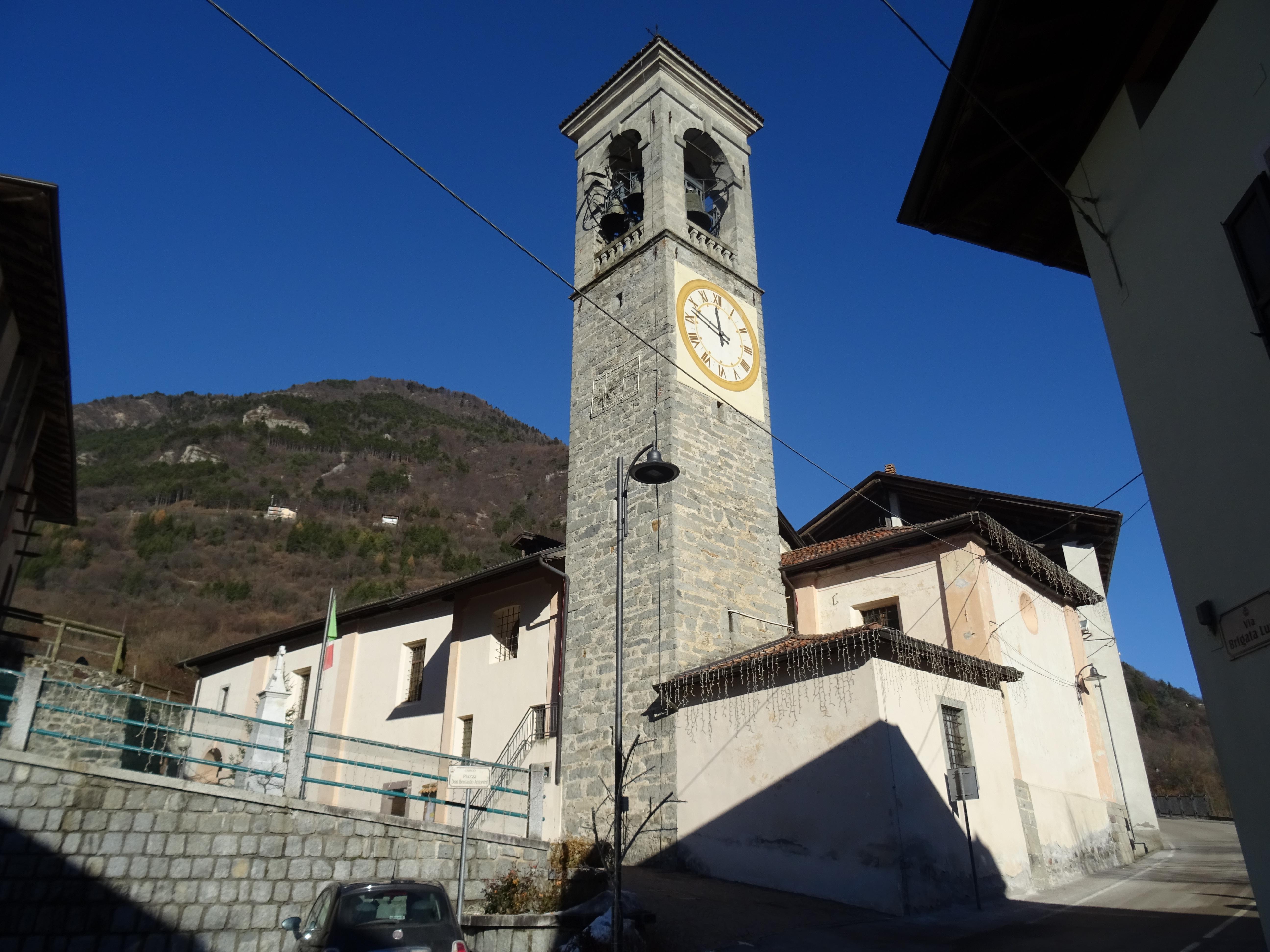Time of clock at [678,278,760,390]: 11:46
